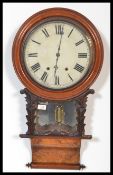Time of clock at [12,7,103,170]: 6:01
